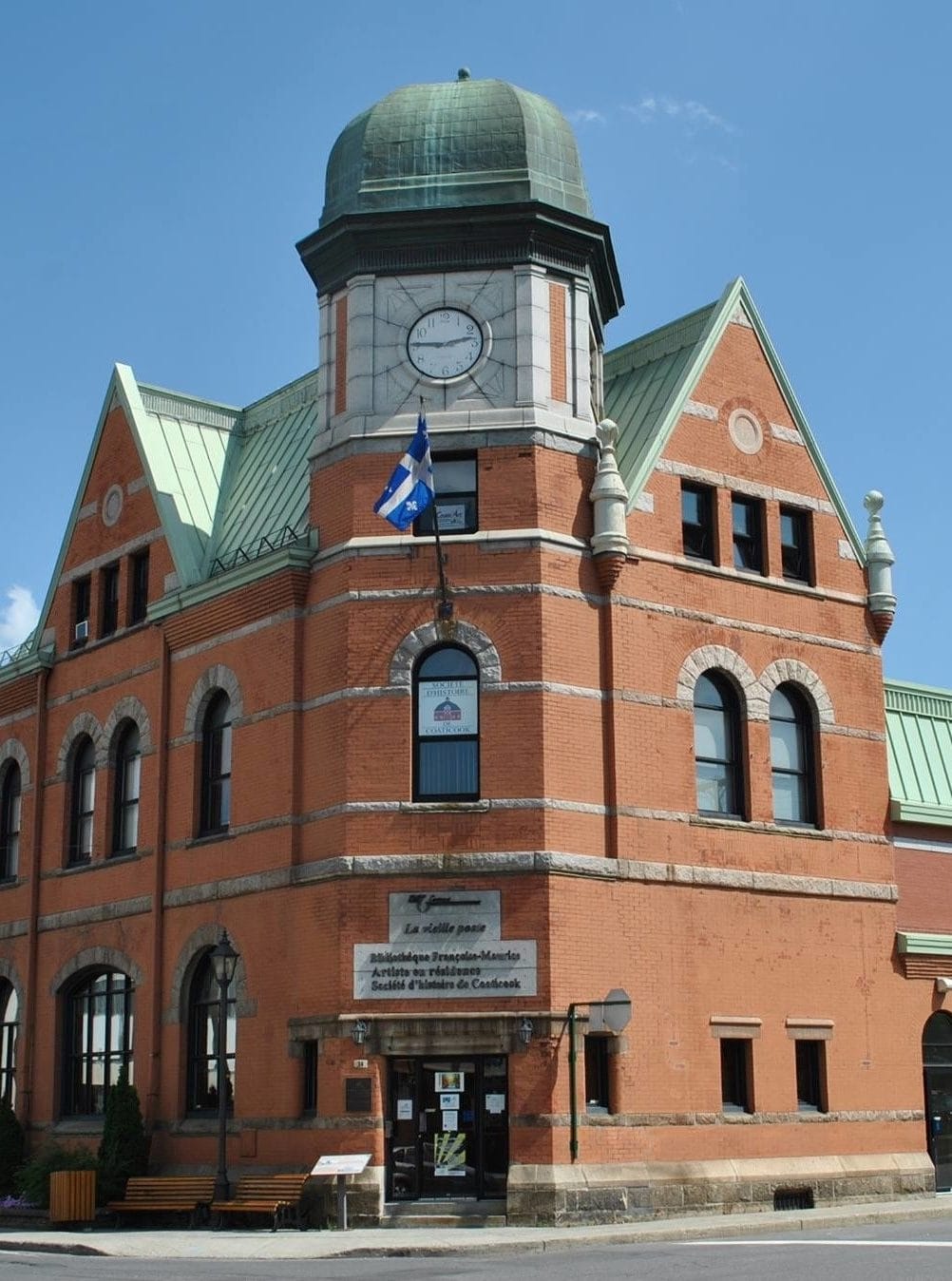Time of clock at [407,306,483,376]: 9:12
